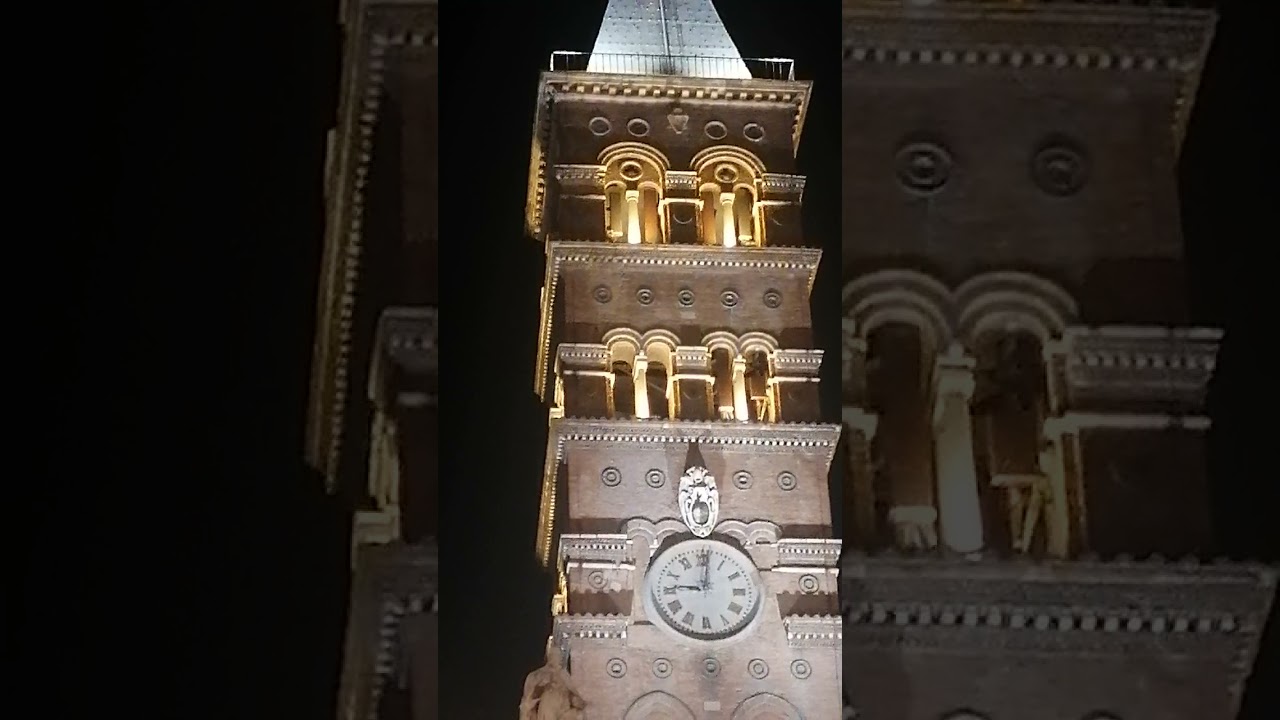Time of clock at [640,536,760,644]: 9:01
